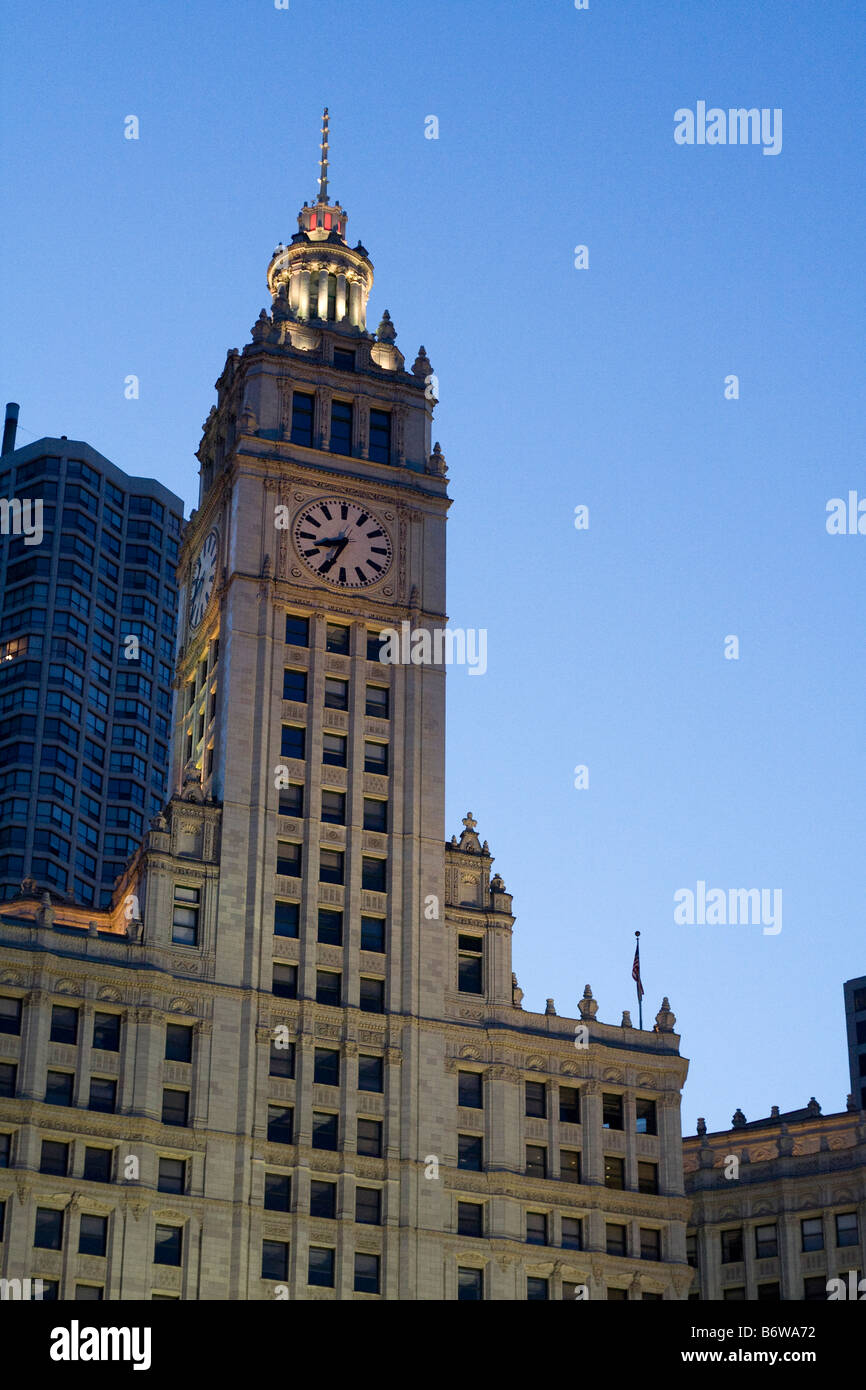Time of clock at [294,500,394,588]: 8:34
